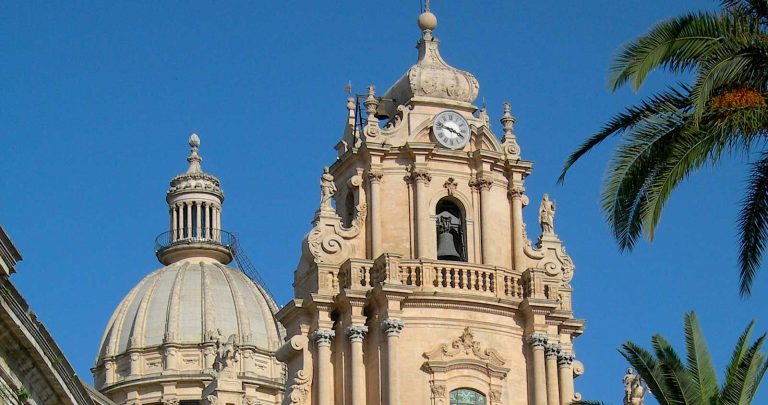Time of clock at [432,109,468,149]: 3:47
